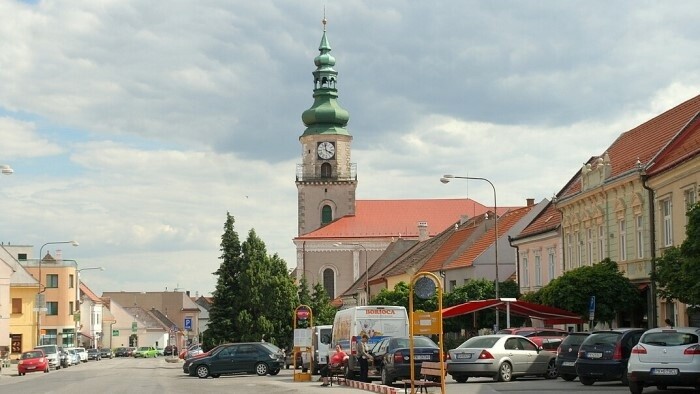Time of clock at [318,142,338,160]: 3:58
